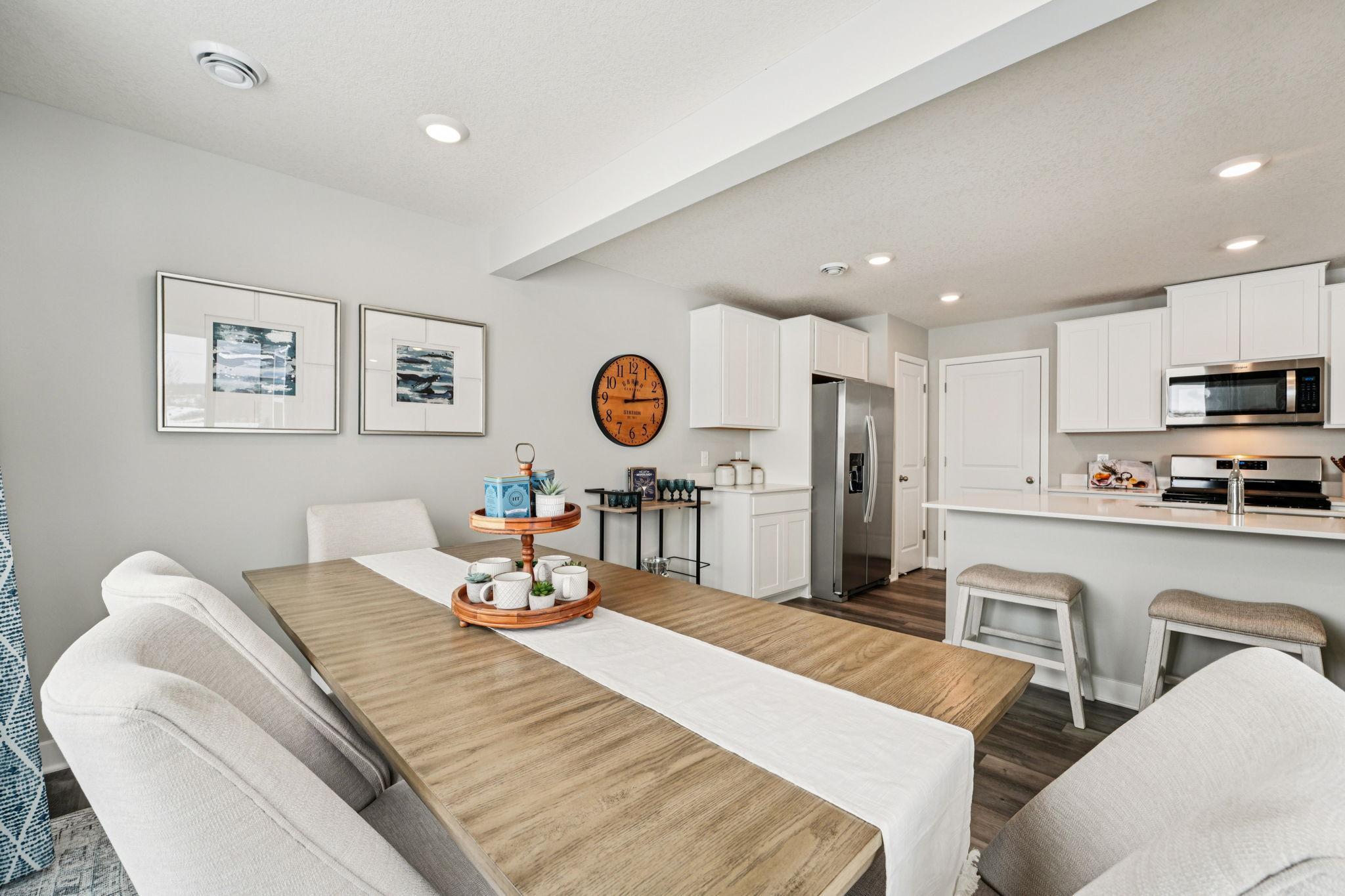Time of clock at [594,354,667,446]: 12:13
